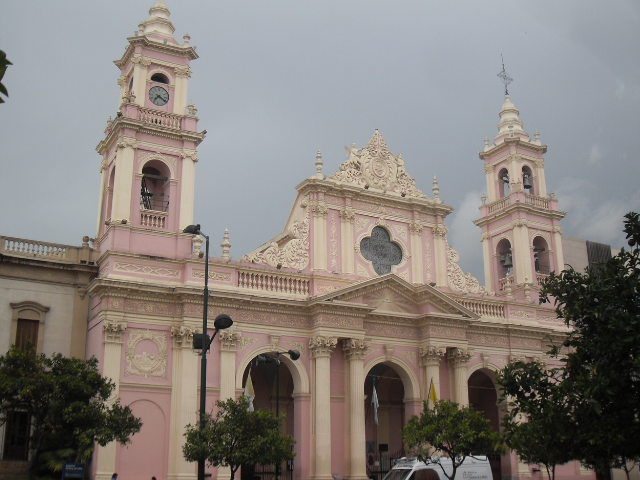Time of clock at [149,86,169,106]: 7:19
